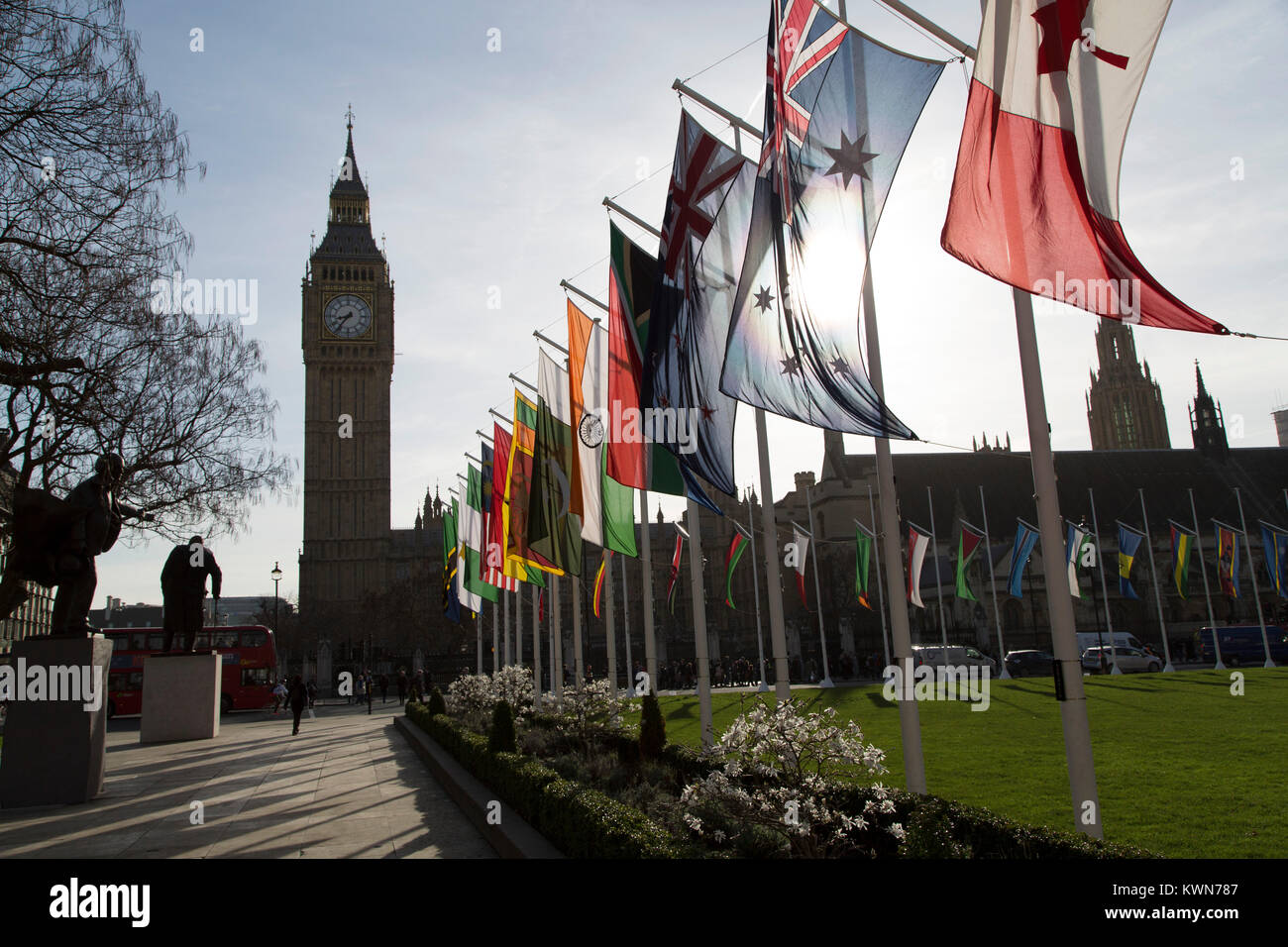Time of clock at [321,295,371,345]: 8:36
